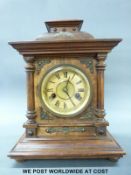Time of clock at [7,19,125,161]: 12:23
